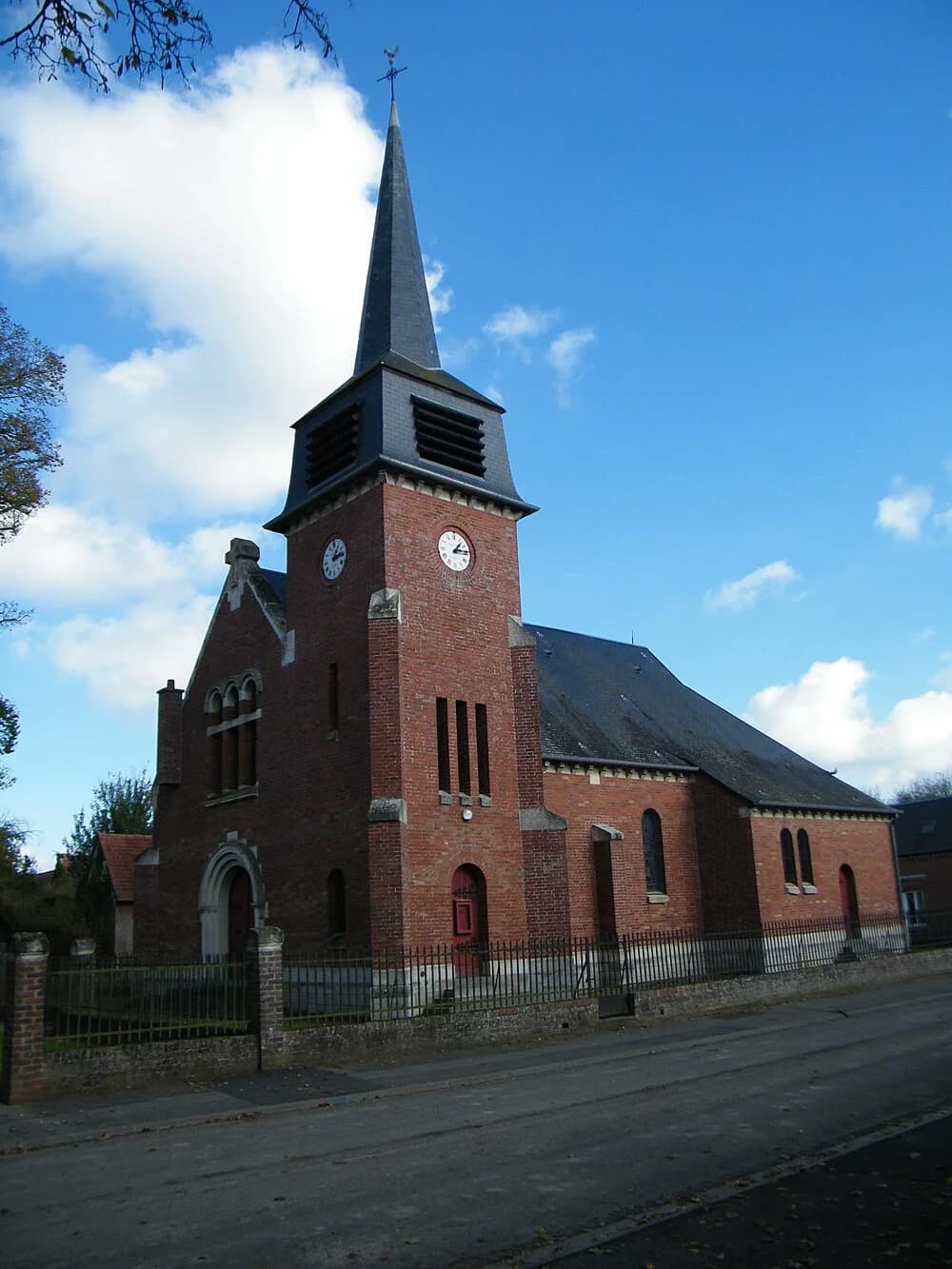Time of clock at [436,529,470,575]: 1:13
